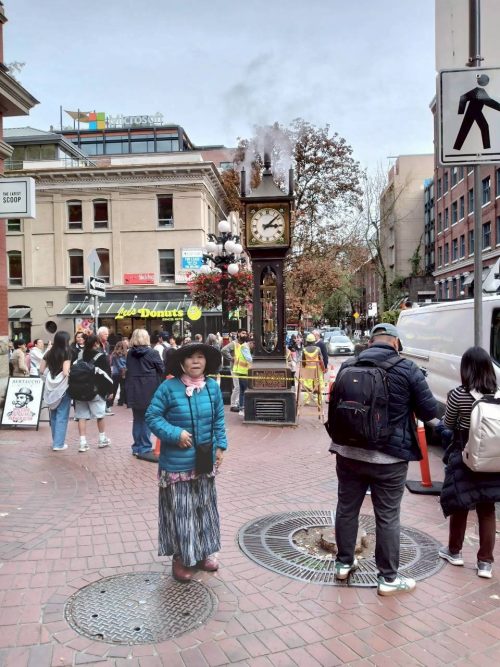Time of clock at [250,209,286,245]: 3:07
